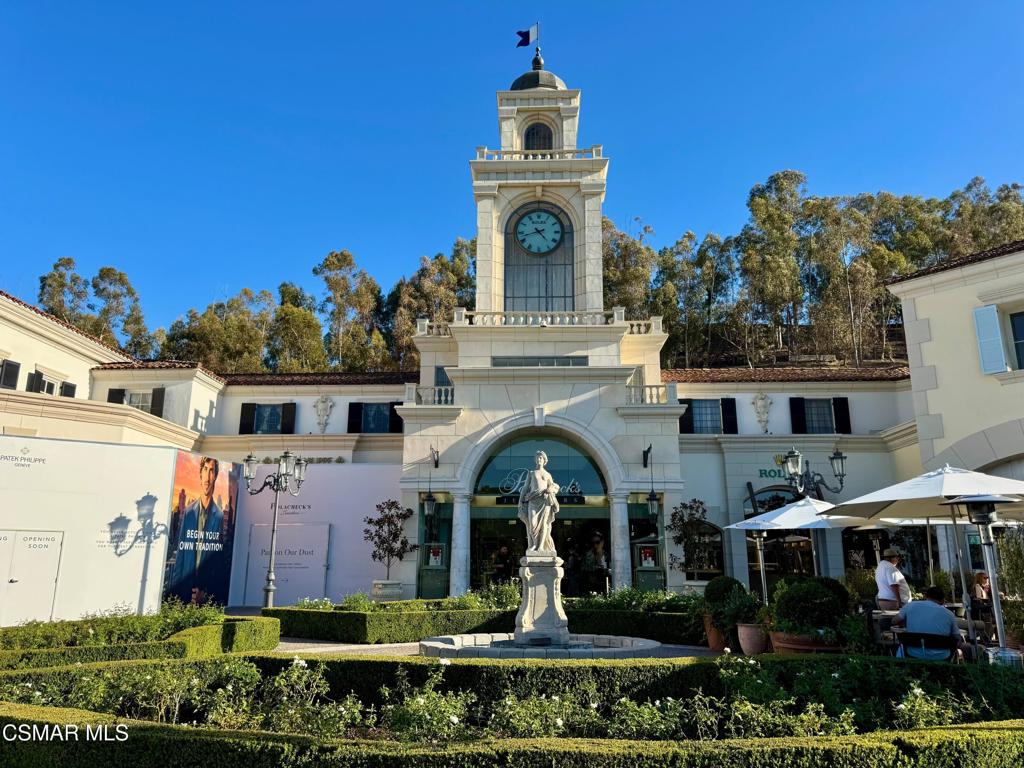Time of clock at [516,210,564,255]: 4:42
